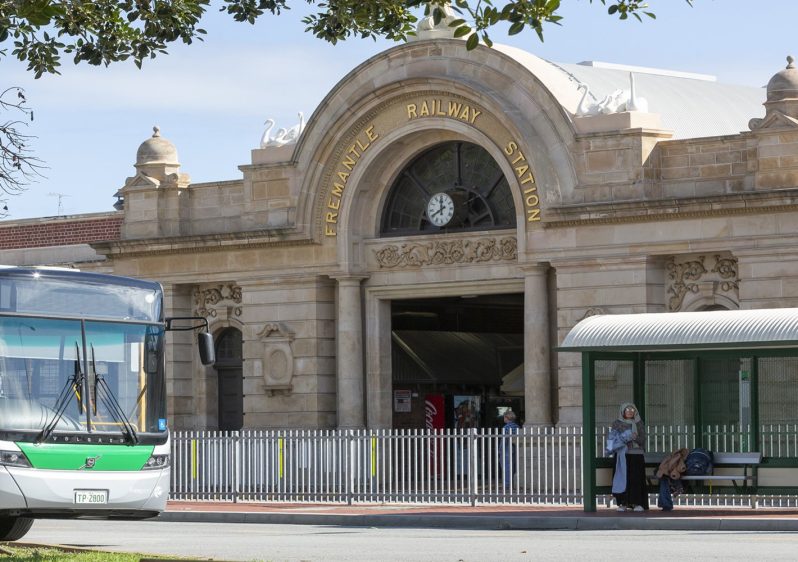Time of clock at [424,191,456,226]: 11:40
